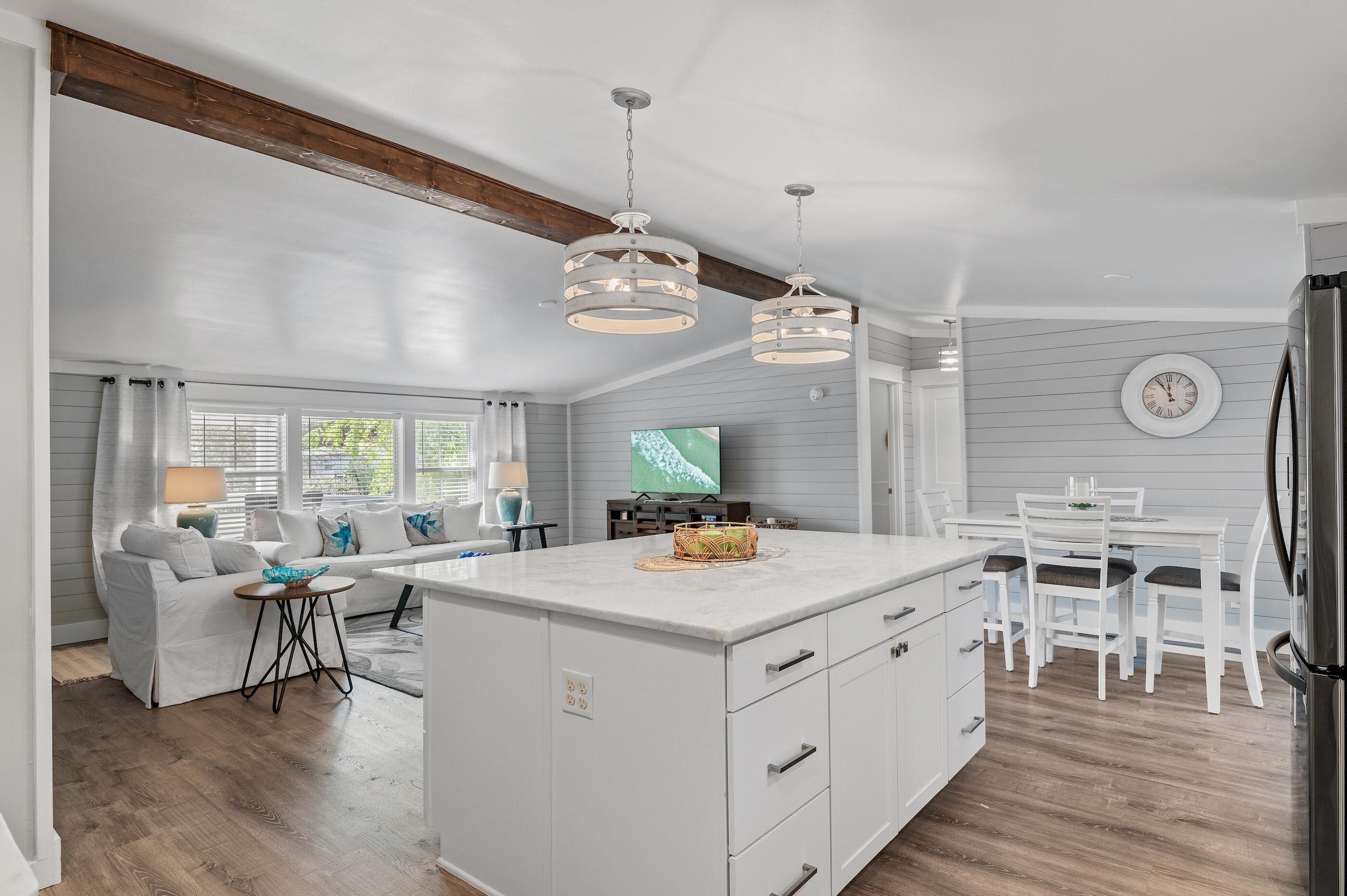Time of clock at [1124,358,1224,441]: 11:54
